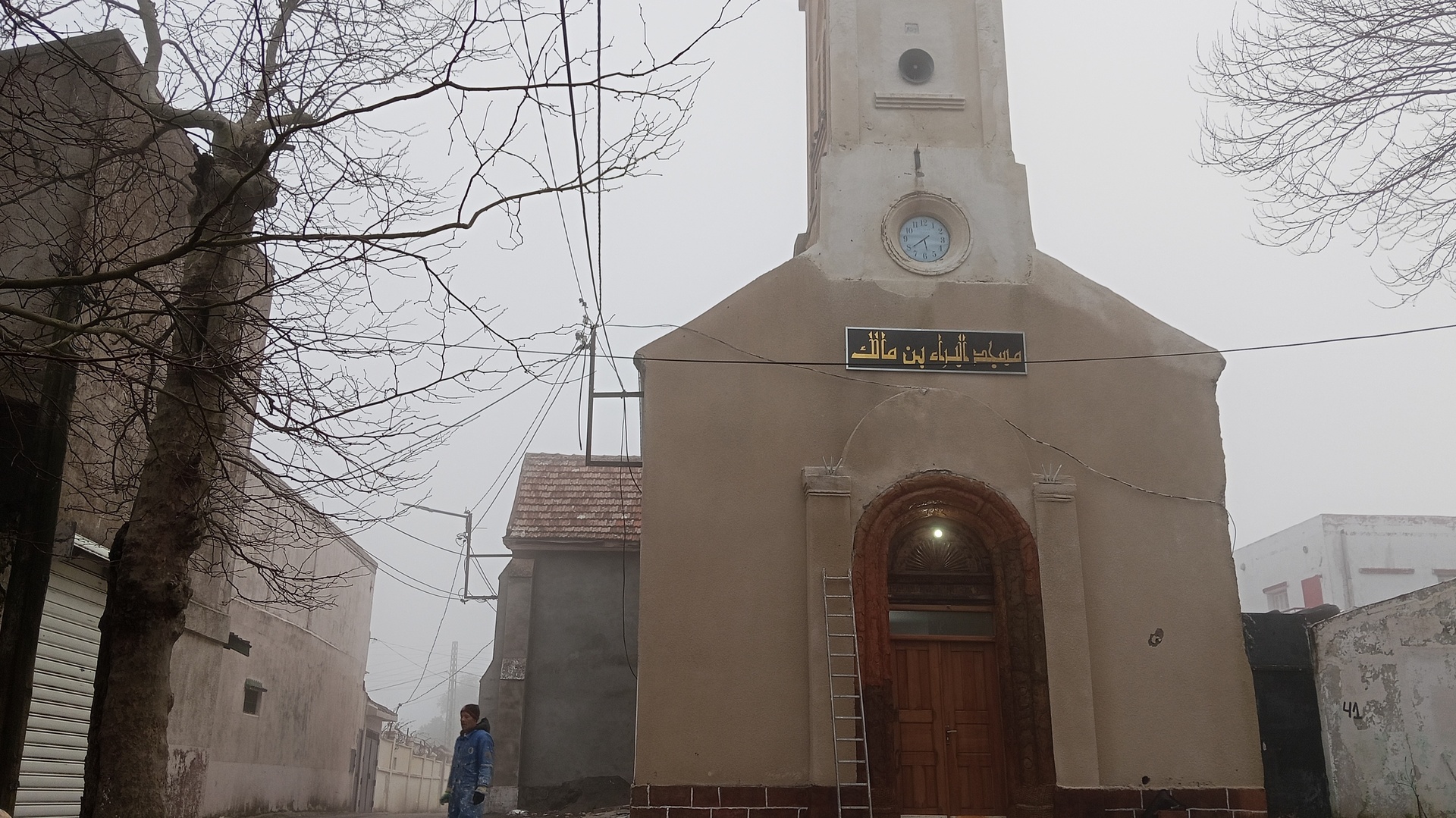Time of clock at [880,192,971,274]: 5:38
